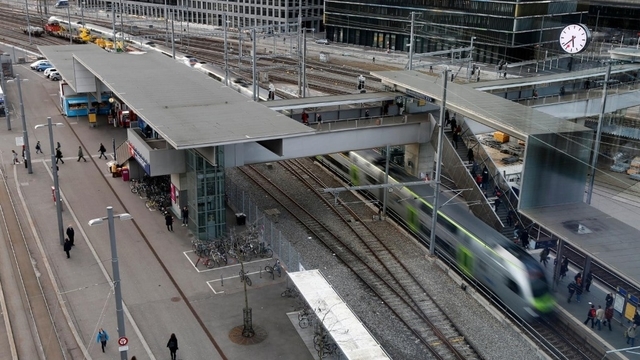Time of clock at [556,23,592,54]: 5:38
